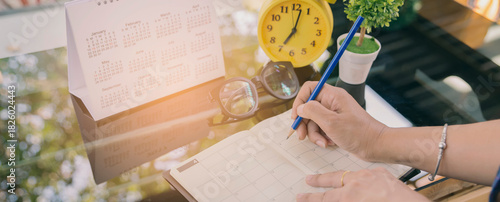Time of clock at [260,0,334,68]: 7:02
